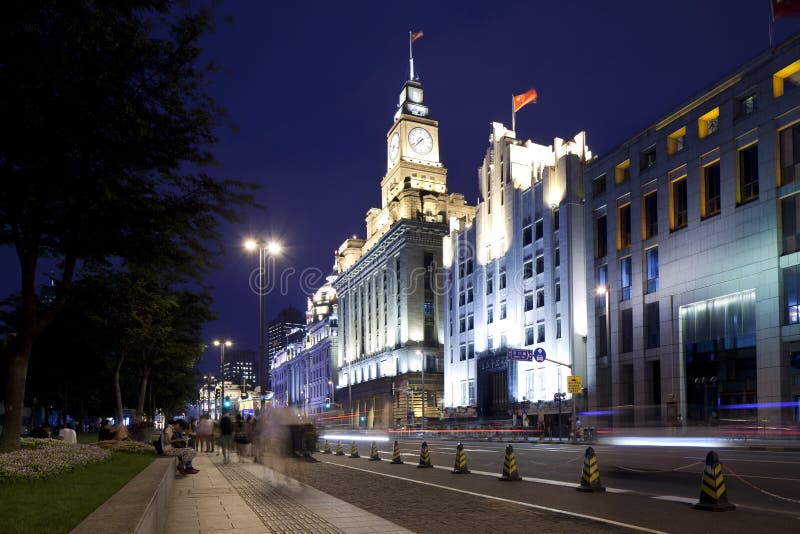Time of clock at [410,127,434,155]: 7:37
